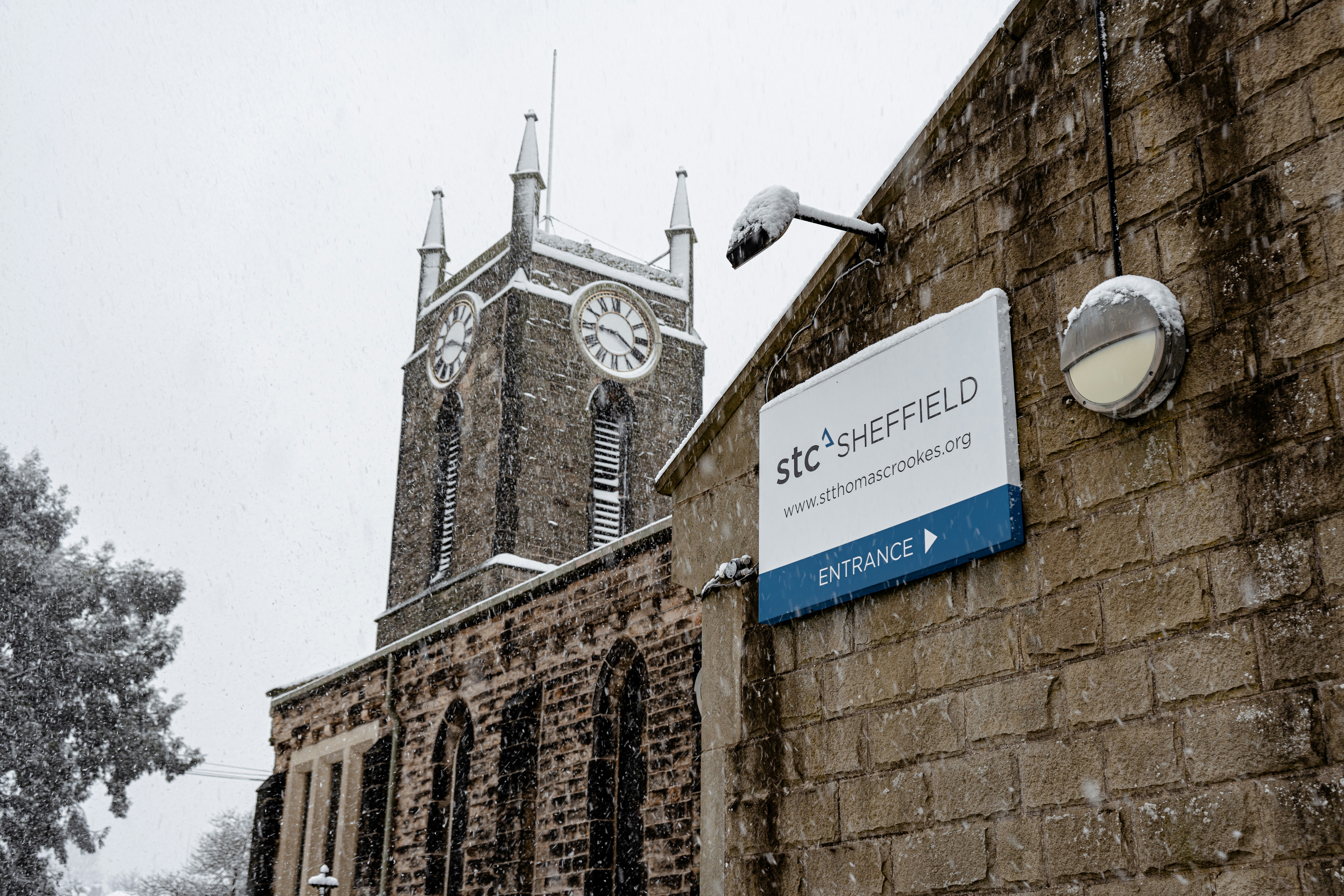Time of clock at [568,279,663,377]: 9:20
